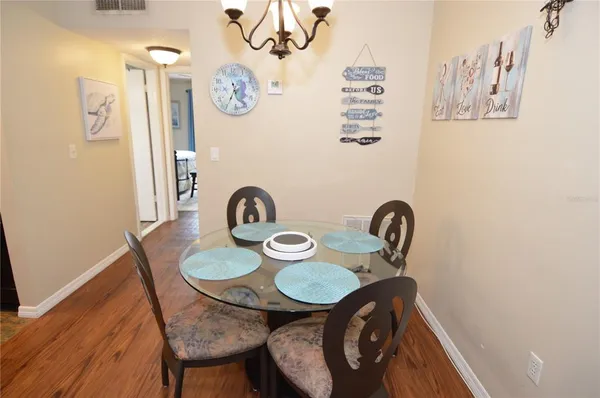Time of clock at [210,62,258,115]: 5:34
